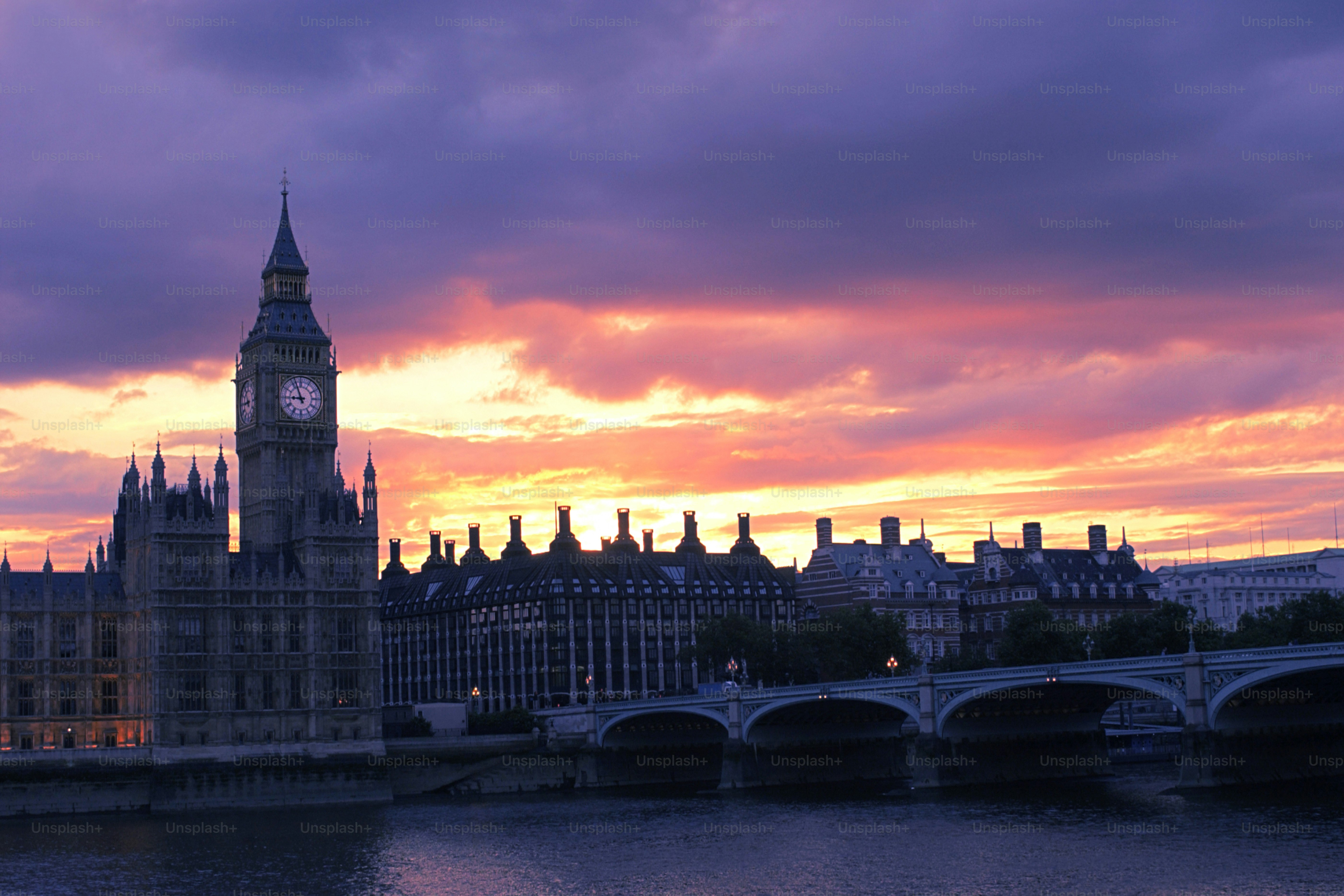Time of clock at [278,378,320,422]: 8:56
